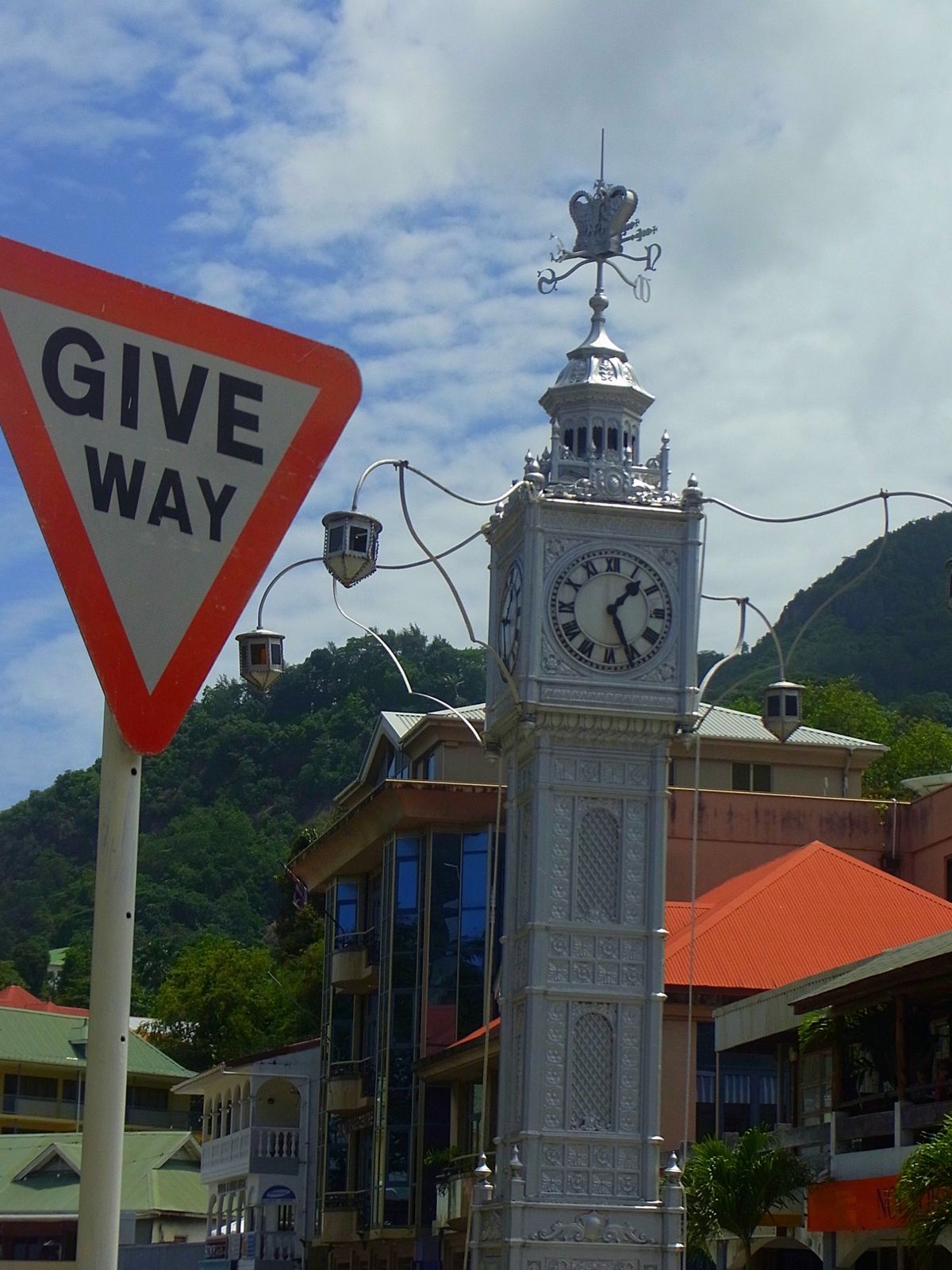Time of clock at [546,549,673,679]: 1:26
